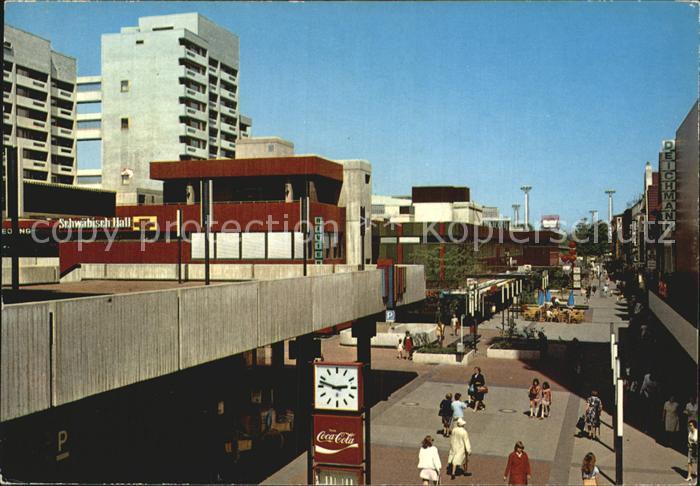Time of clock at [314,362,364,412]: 2:47
